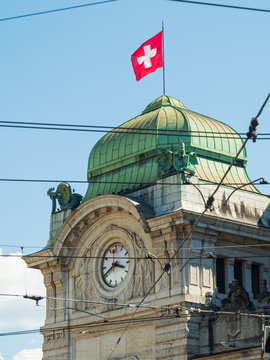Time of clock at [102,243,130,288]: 3:40
